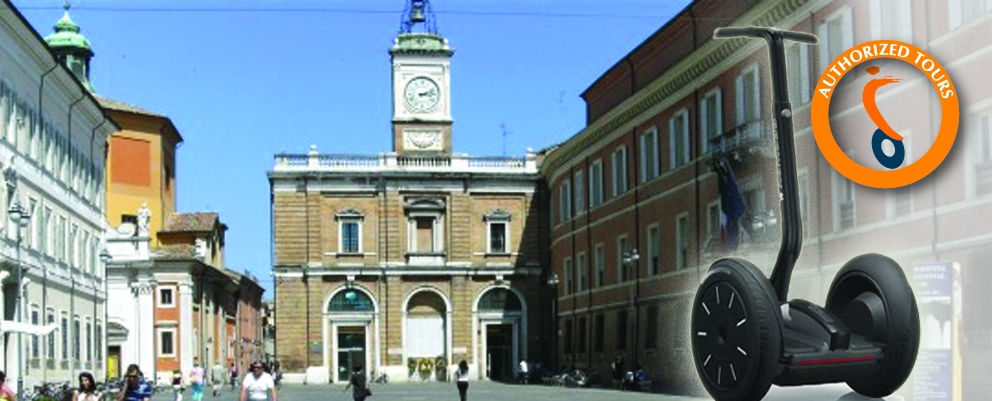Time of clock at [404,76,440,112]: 3:12
